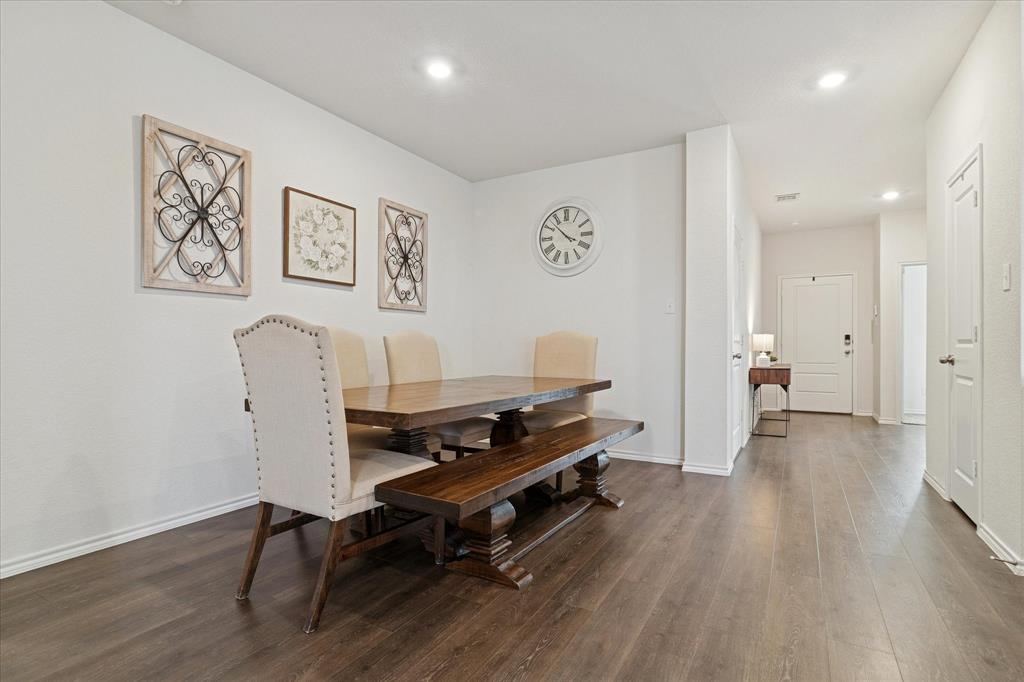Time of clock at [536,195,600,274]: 3:52
